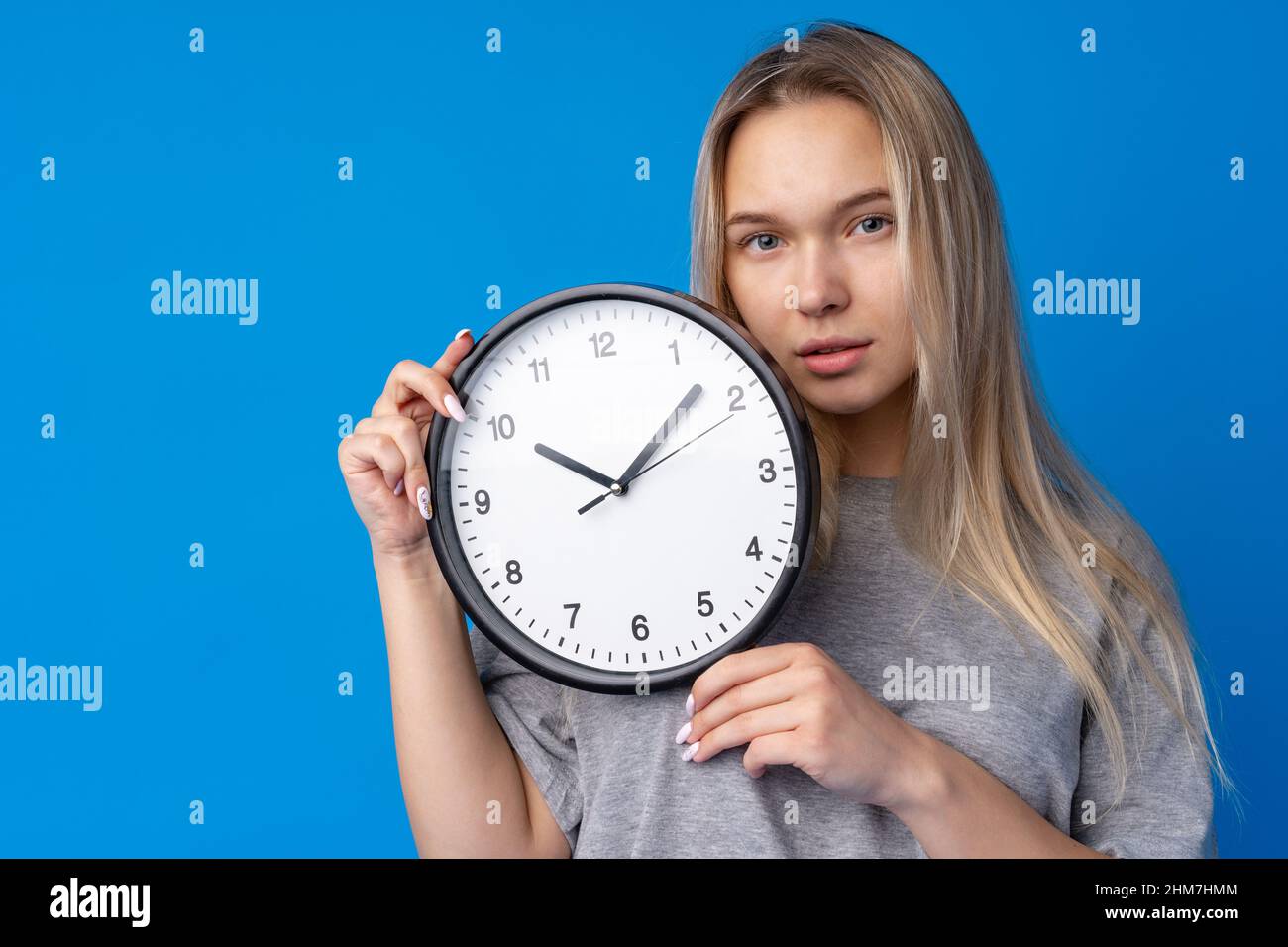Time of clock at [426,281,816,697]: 10:07
